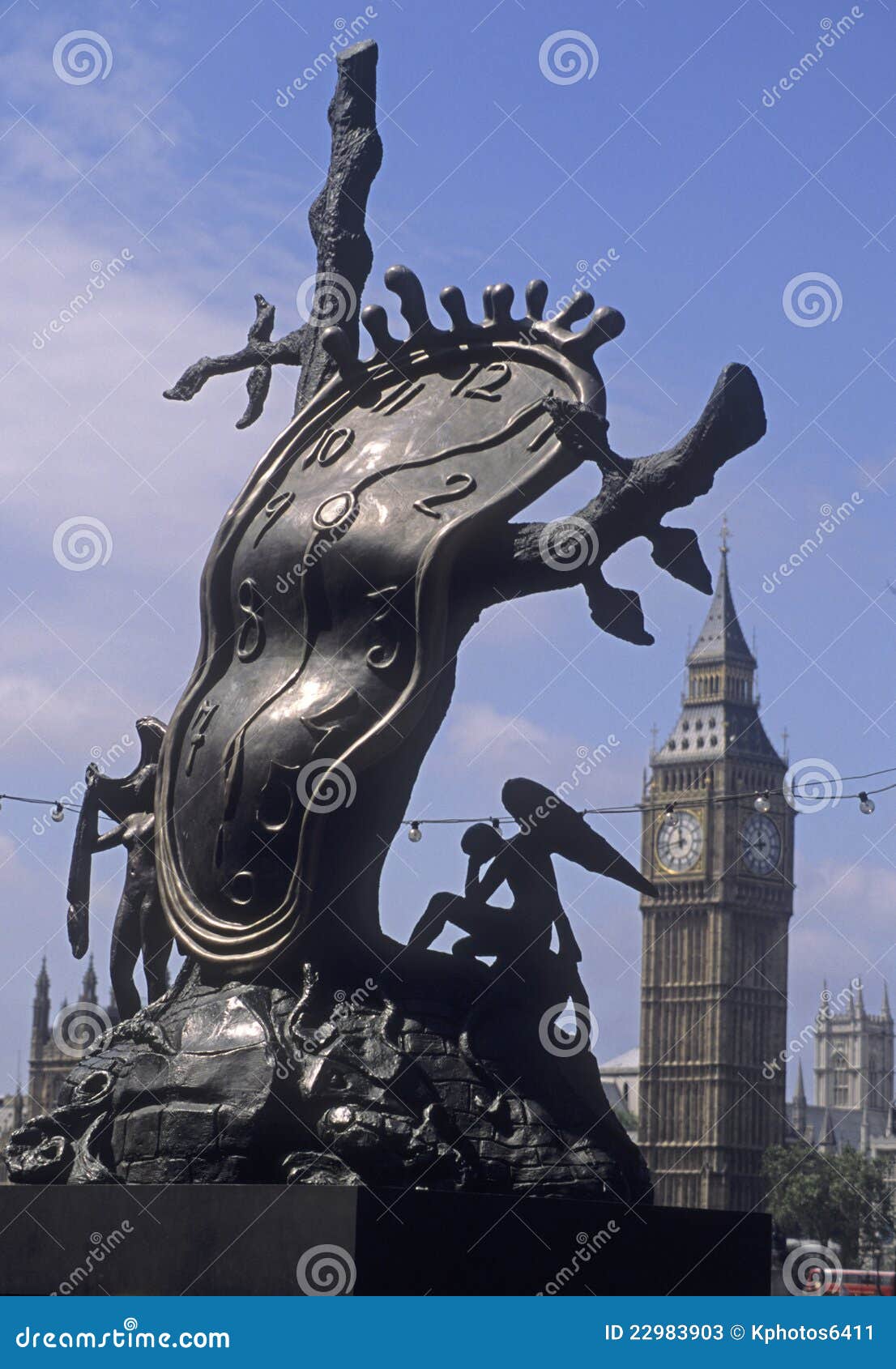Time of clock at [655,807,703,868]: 11:43
